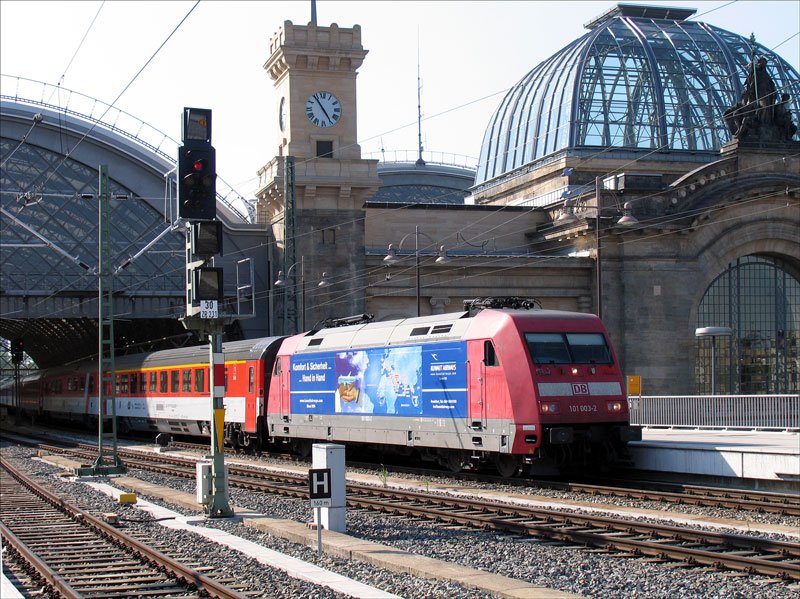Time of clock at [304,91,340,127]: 4:54
